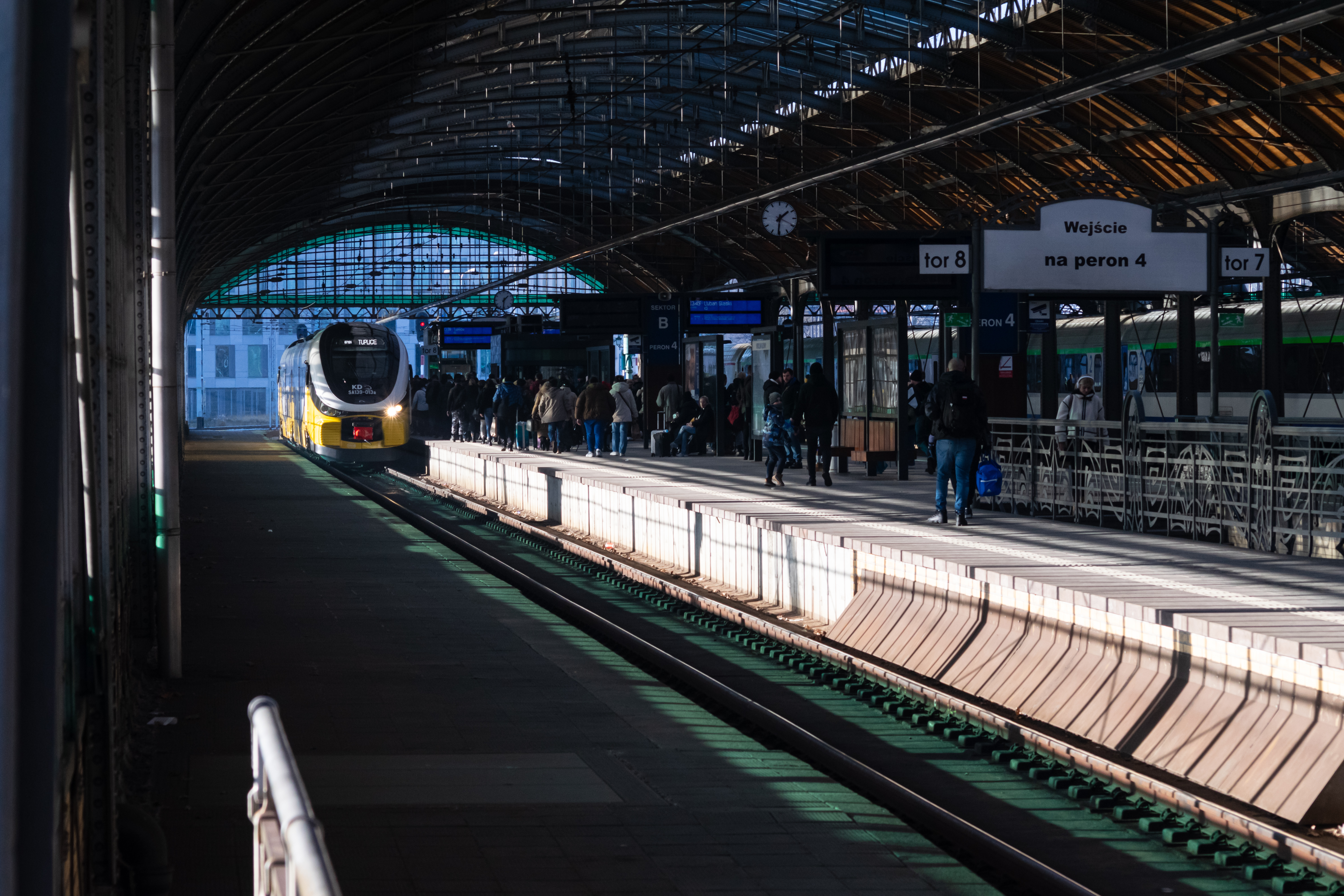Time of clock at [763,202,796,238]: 1:31
